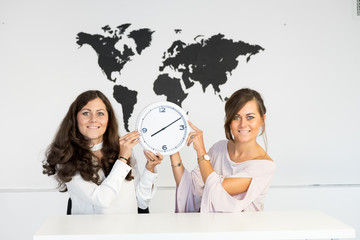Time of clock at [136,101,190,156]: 8:10
